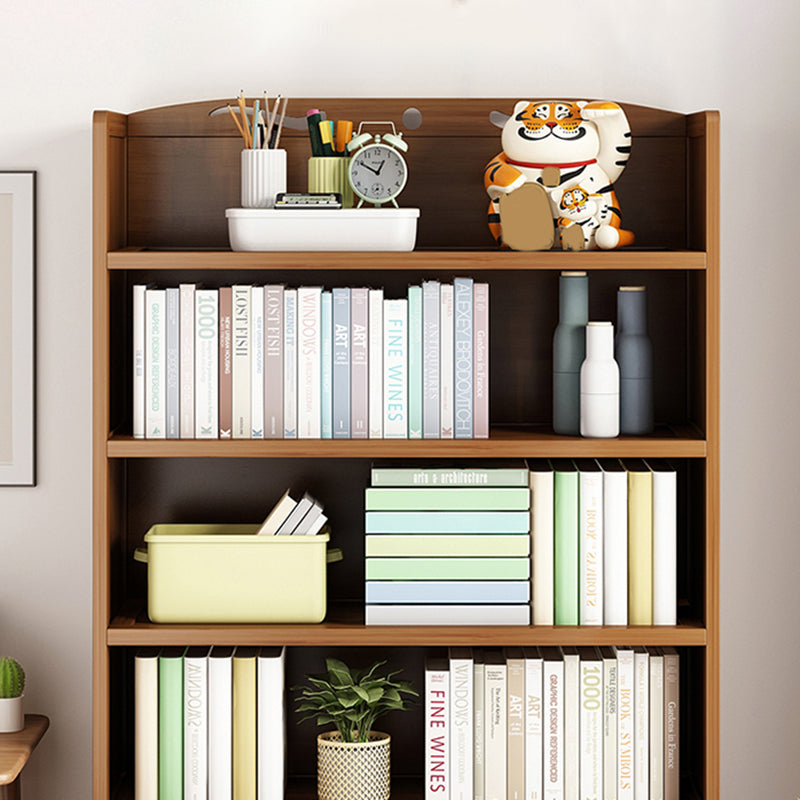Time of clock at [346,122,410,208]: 12:50
